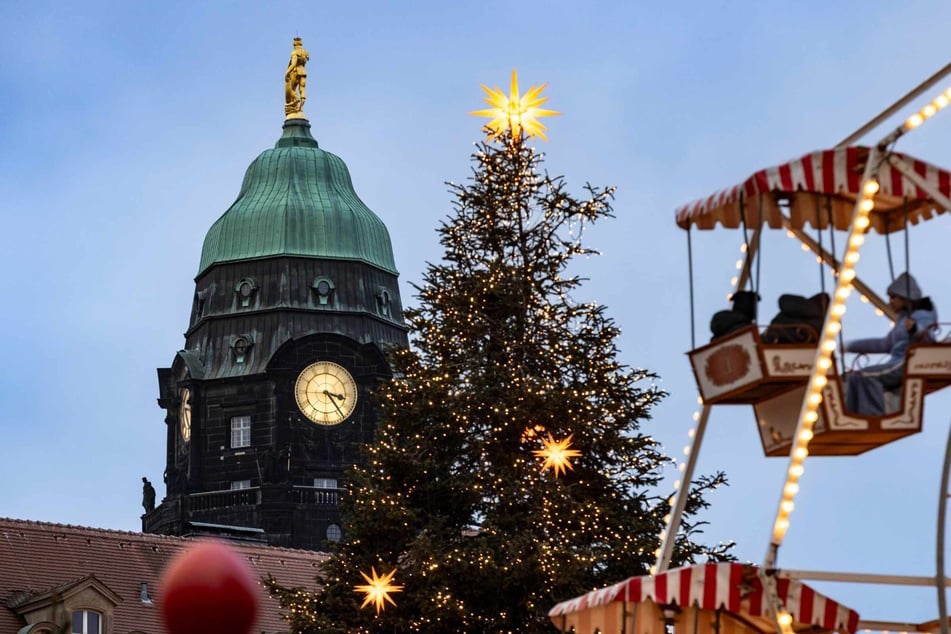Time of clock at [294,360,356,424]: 3:23
